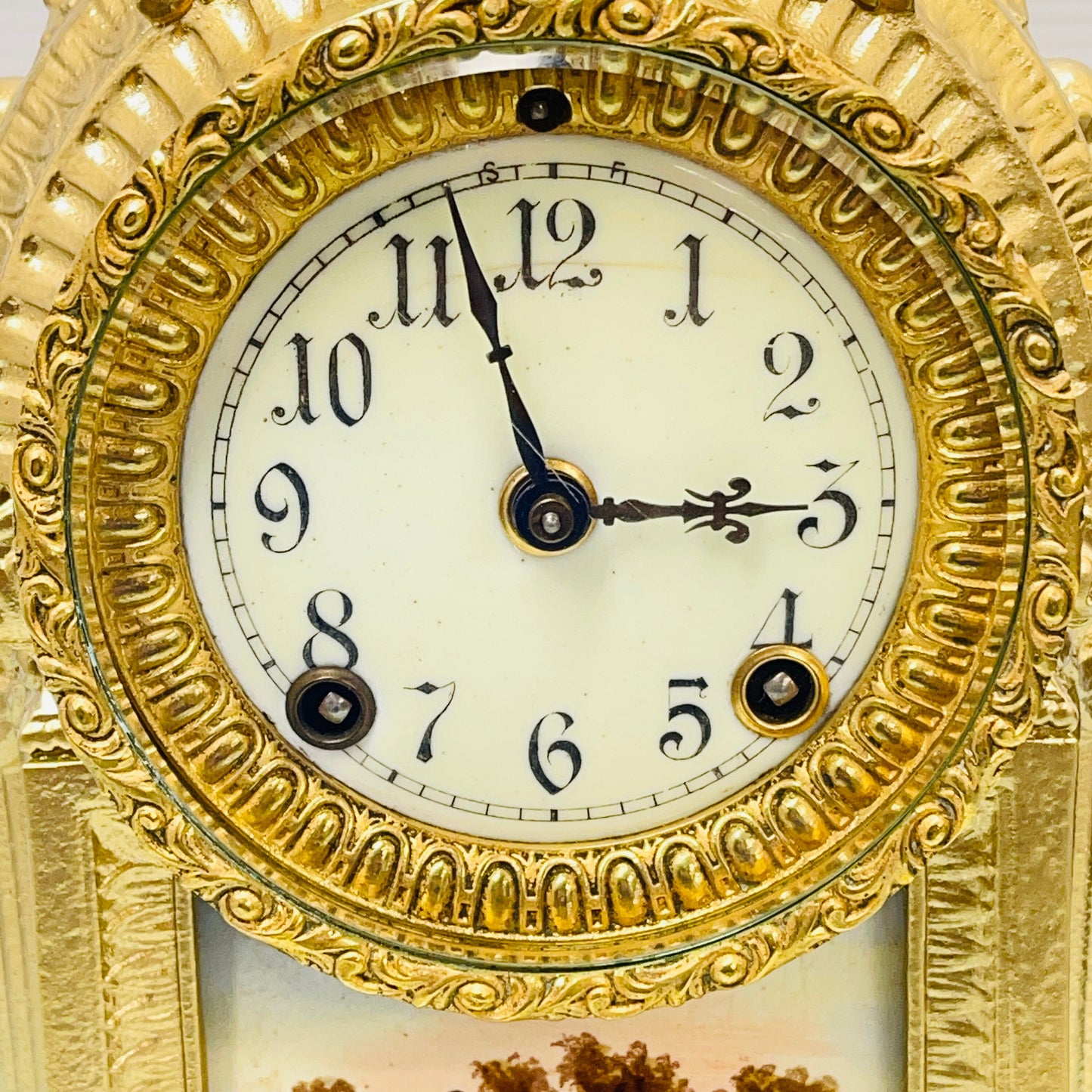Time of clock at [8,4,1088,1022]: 2:57
